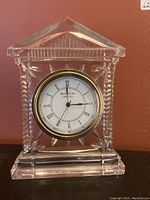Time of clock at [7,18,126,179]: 2:59
